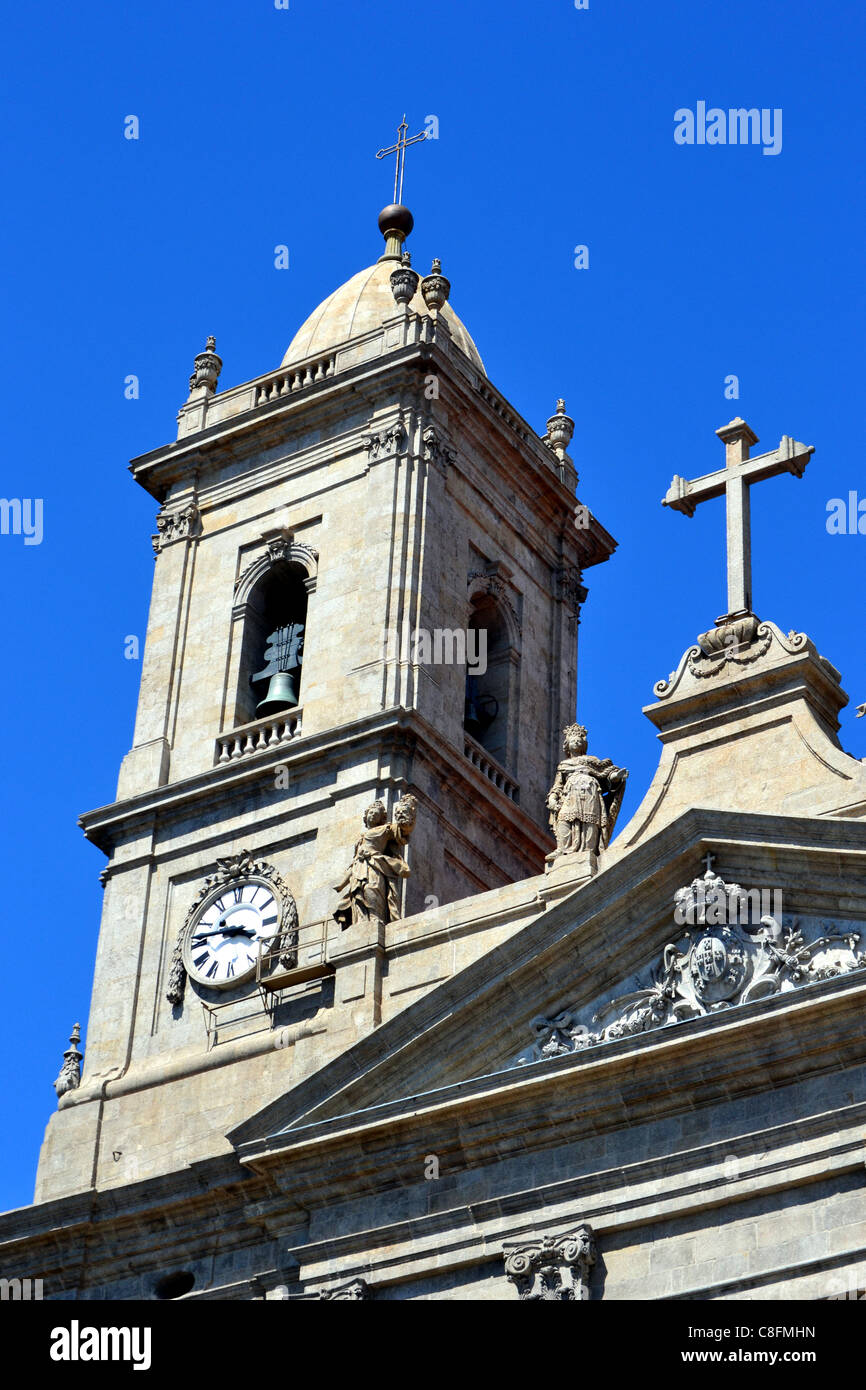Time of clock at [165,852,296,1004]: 3:46
